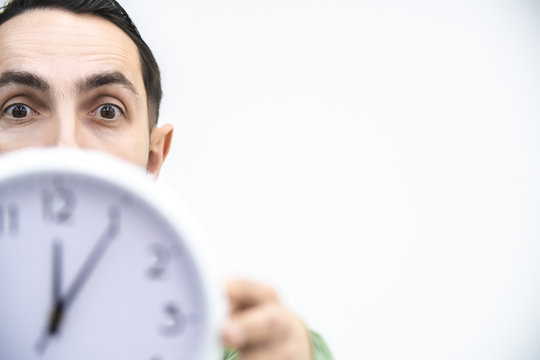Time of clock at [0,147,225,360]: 12:05
